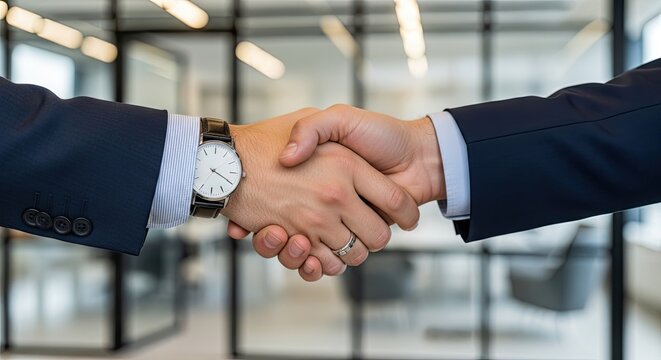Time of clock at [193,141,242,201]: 3:19
